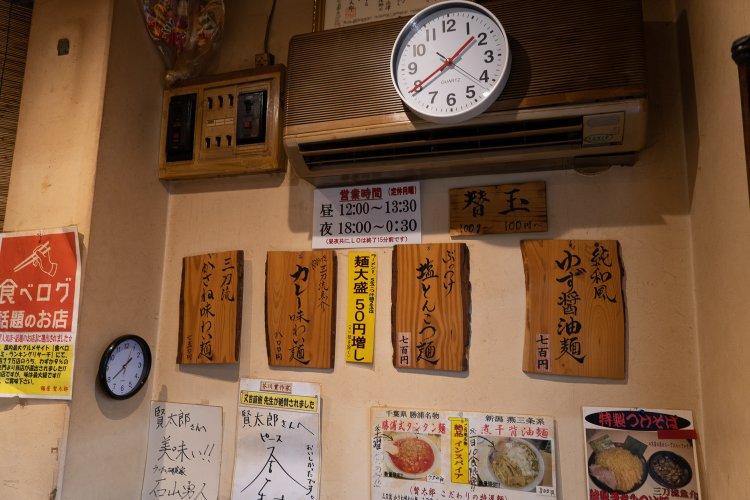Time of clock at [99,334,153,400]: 1:38
